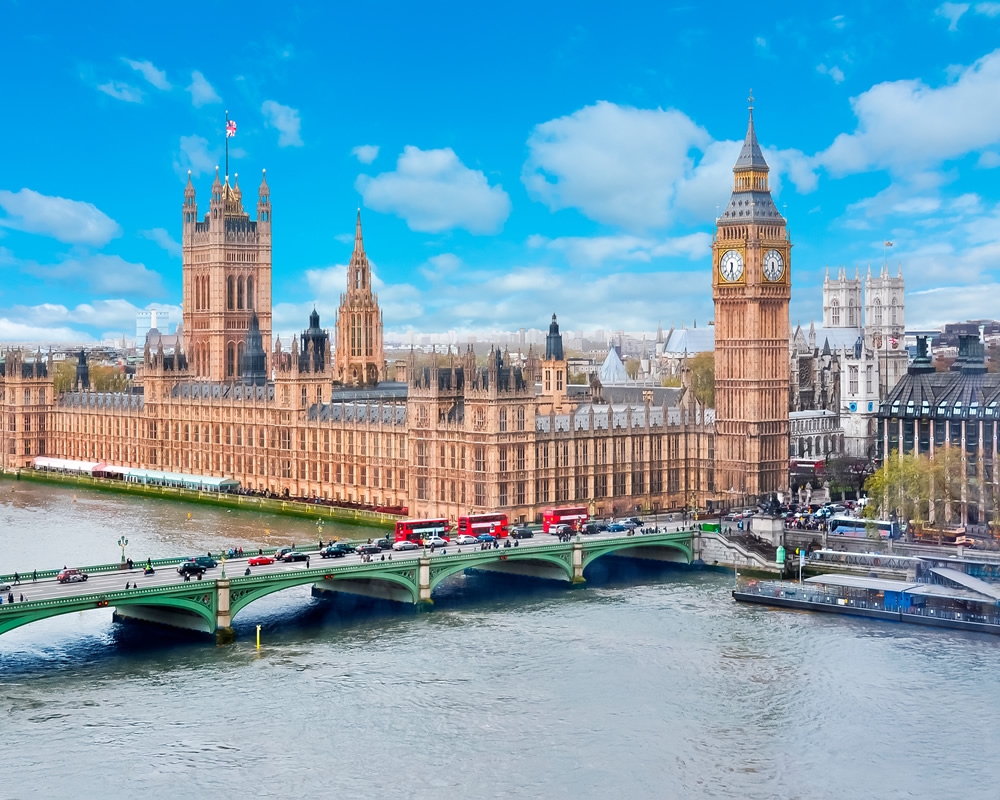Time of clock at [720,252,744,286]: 6:28
